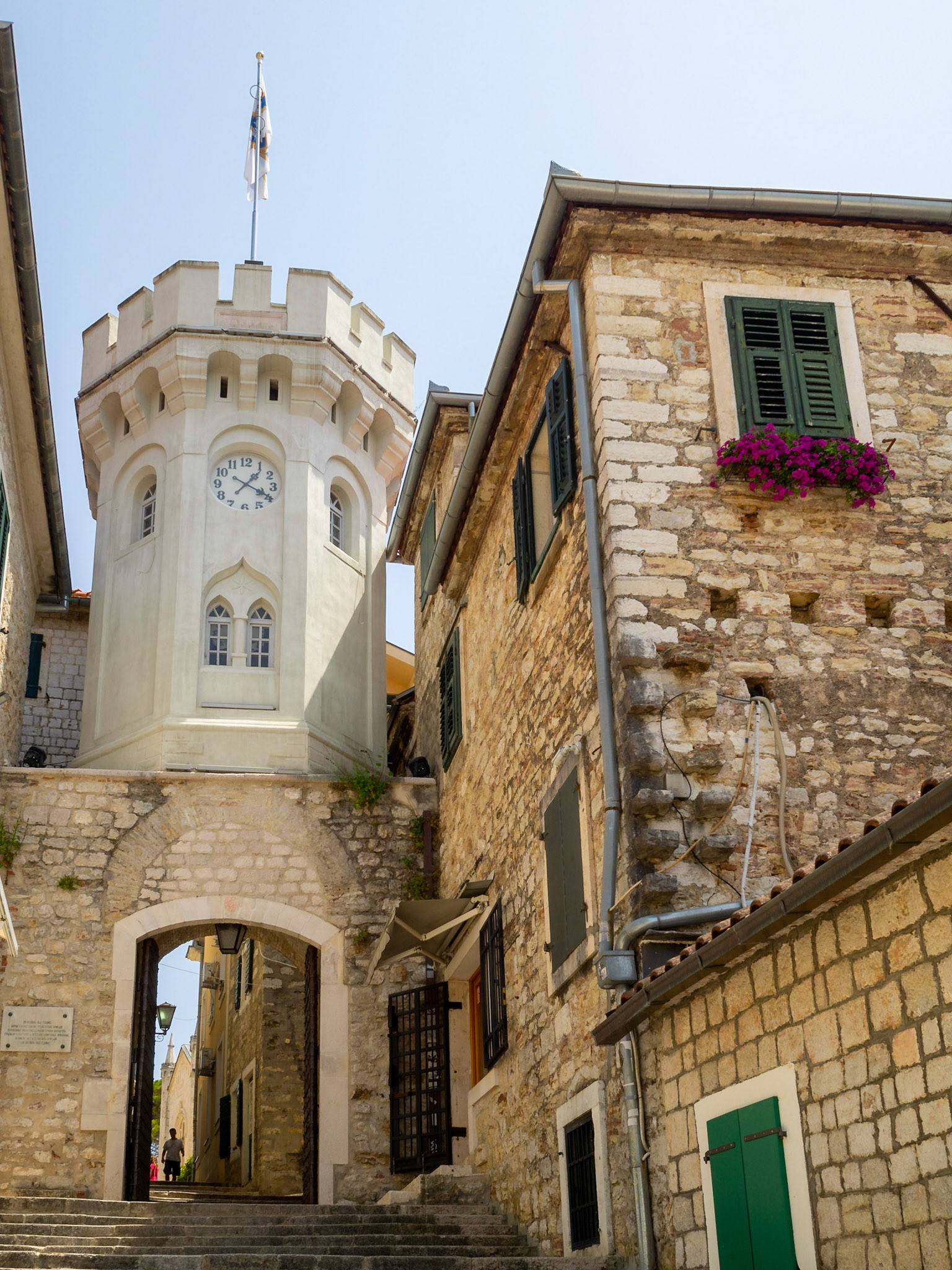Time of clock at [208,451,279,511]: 1:19
